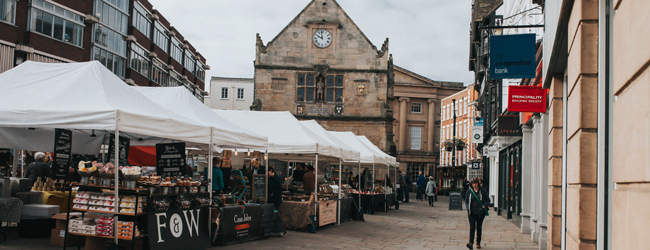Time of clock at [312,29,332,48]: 9:58
